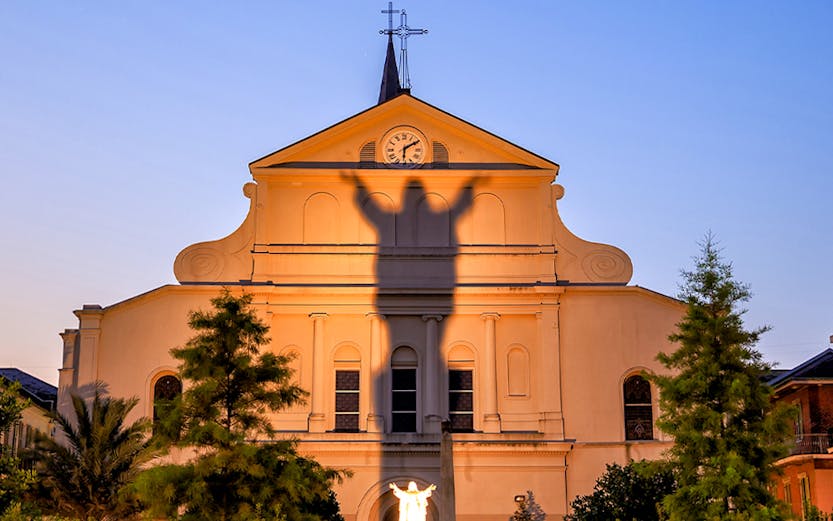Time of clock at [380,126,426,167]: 6:09
